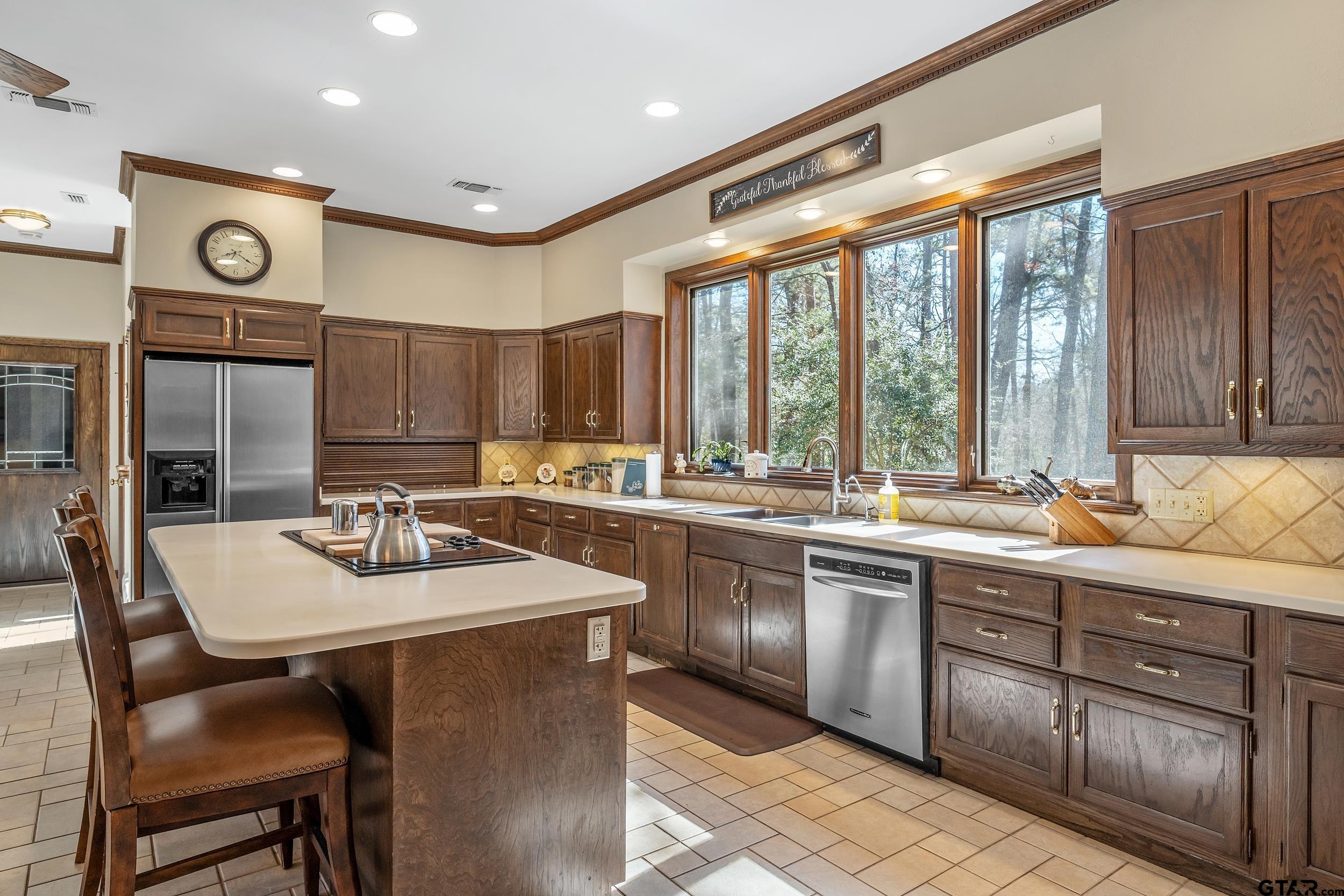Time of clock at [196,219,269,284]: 8:20
